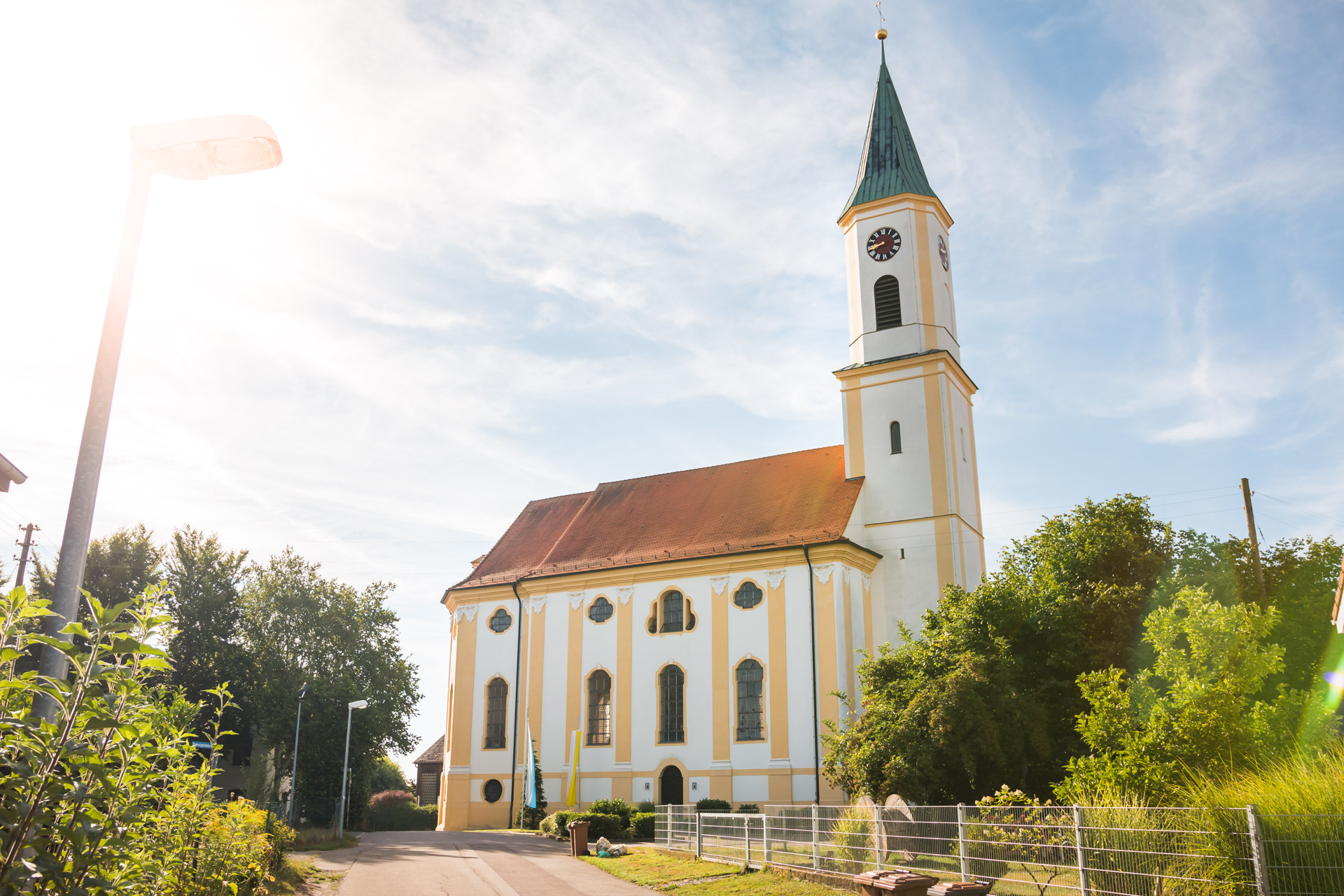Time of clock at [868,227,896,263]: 8:40
